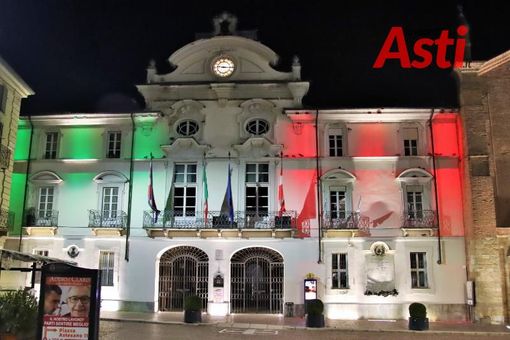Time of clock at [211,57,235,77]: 9:15
